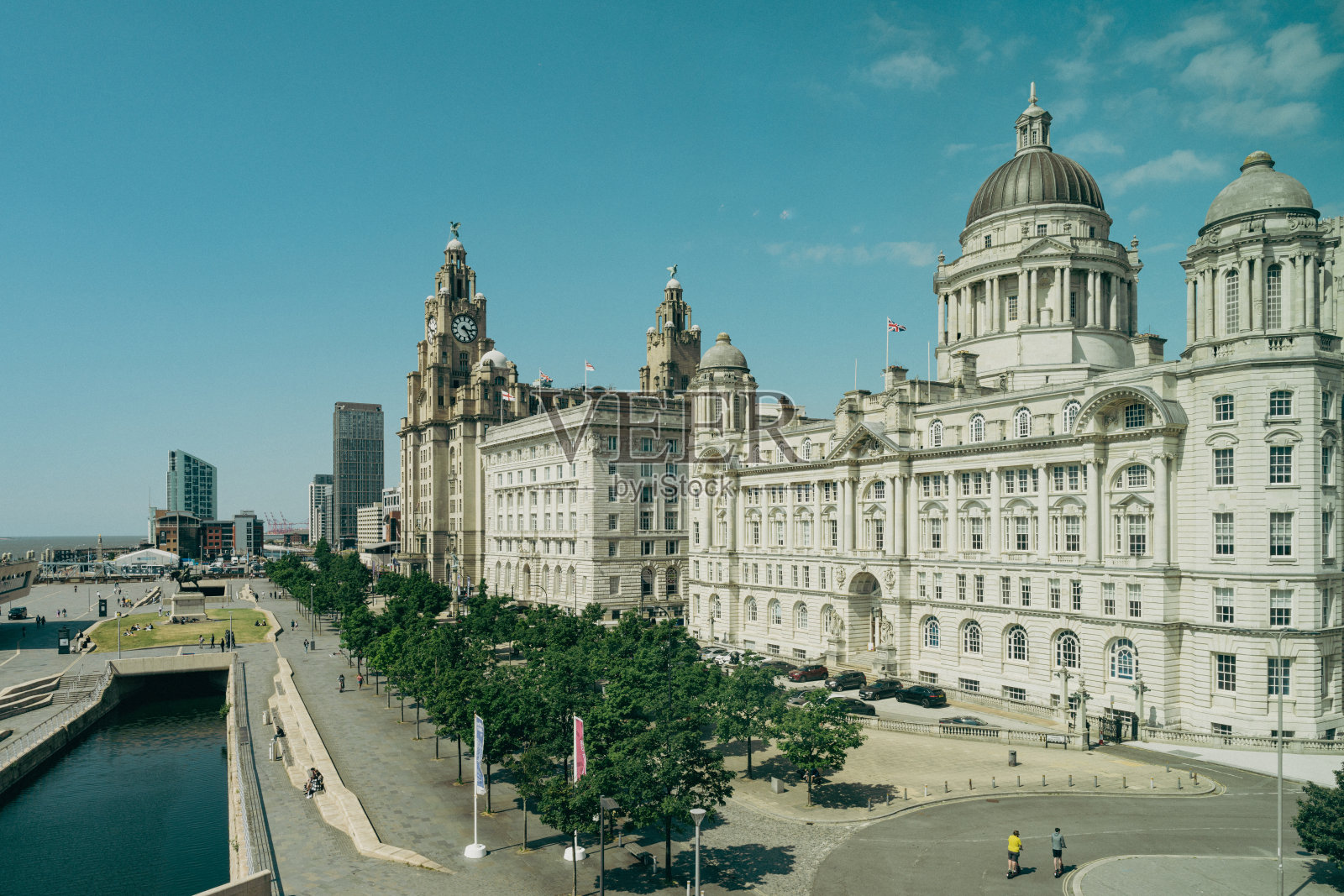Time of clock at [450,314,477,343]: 3:24
